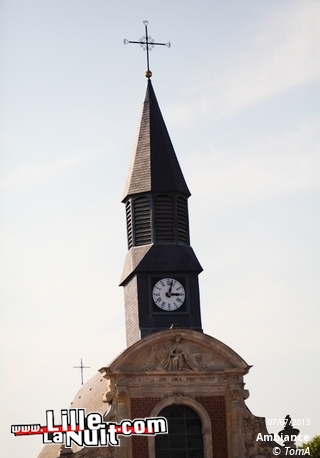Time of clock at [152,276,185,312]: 3:02
